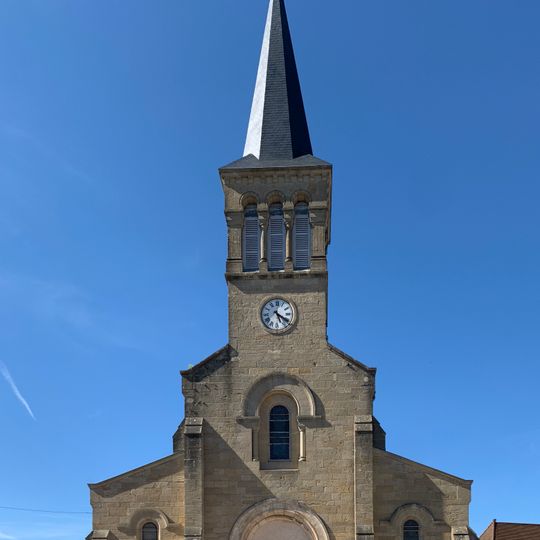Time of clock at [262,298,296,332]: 5:20
